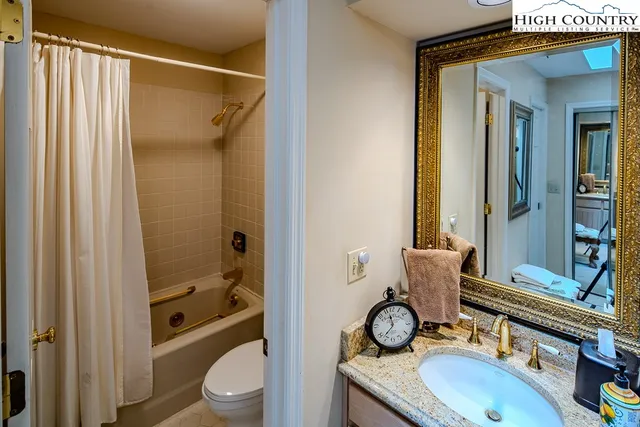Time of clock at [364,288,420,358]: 11:36
